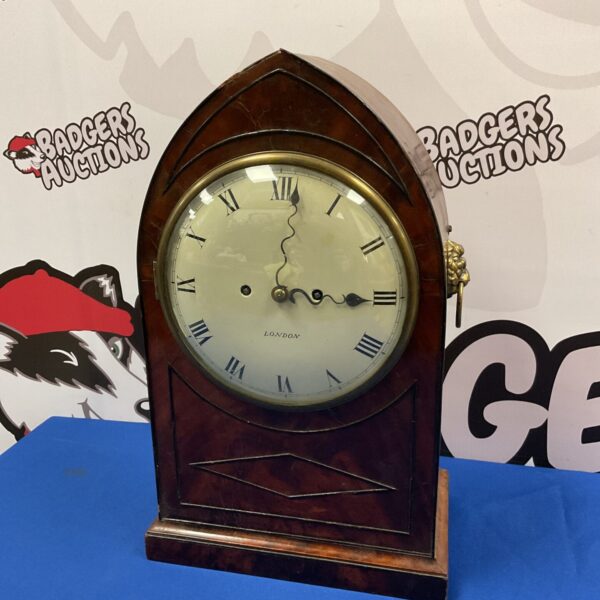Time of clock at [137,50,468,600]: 3:15
